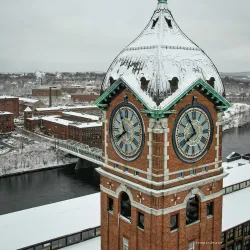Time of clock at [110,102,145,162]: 7:55
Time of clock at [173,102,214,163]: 7:54
